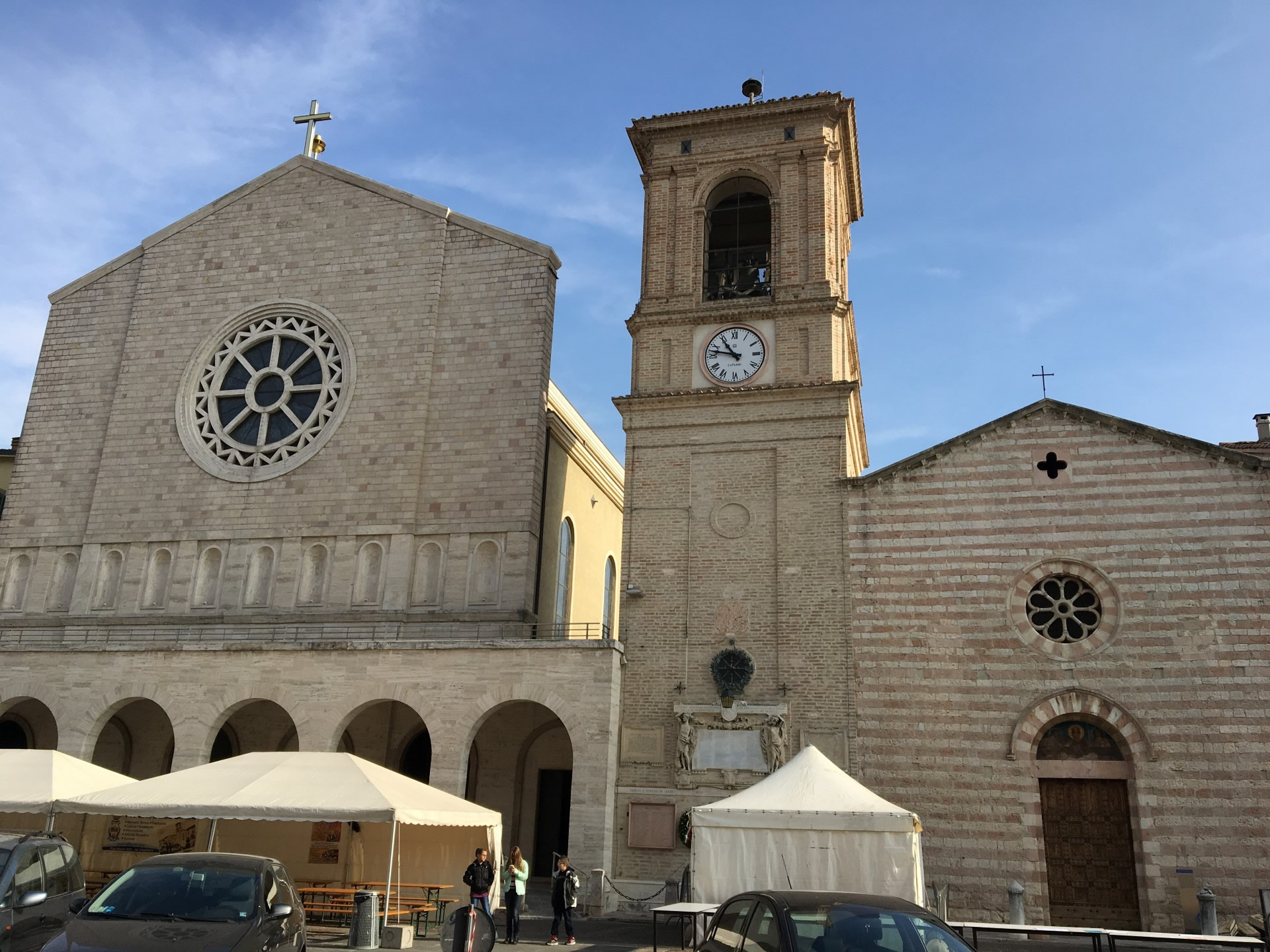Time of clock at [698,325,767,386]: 10:47
